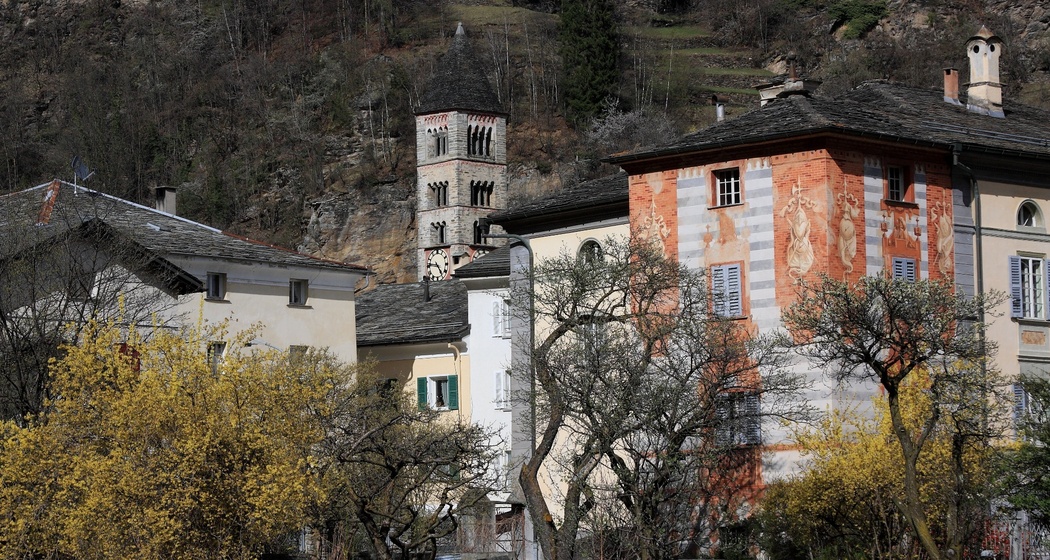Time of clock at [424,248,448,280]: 4:45
